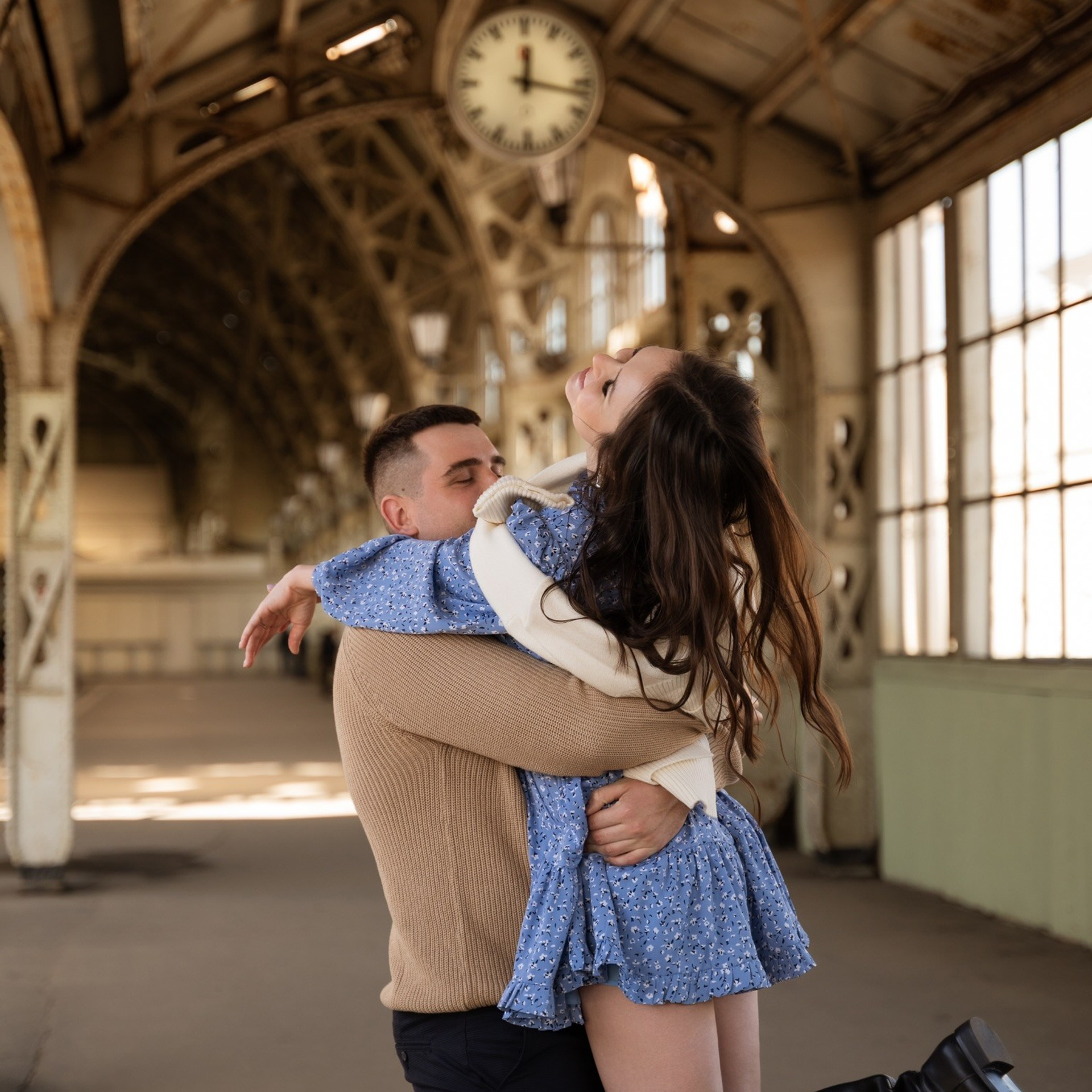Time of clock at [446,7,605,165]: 12:17
